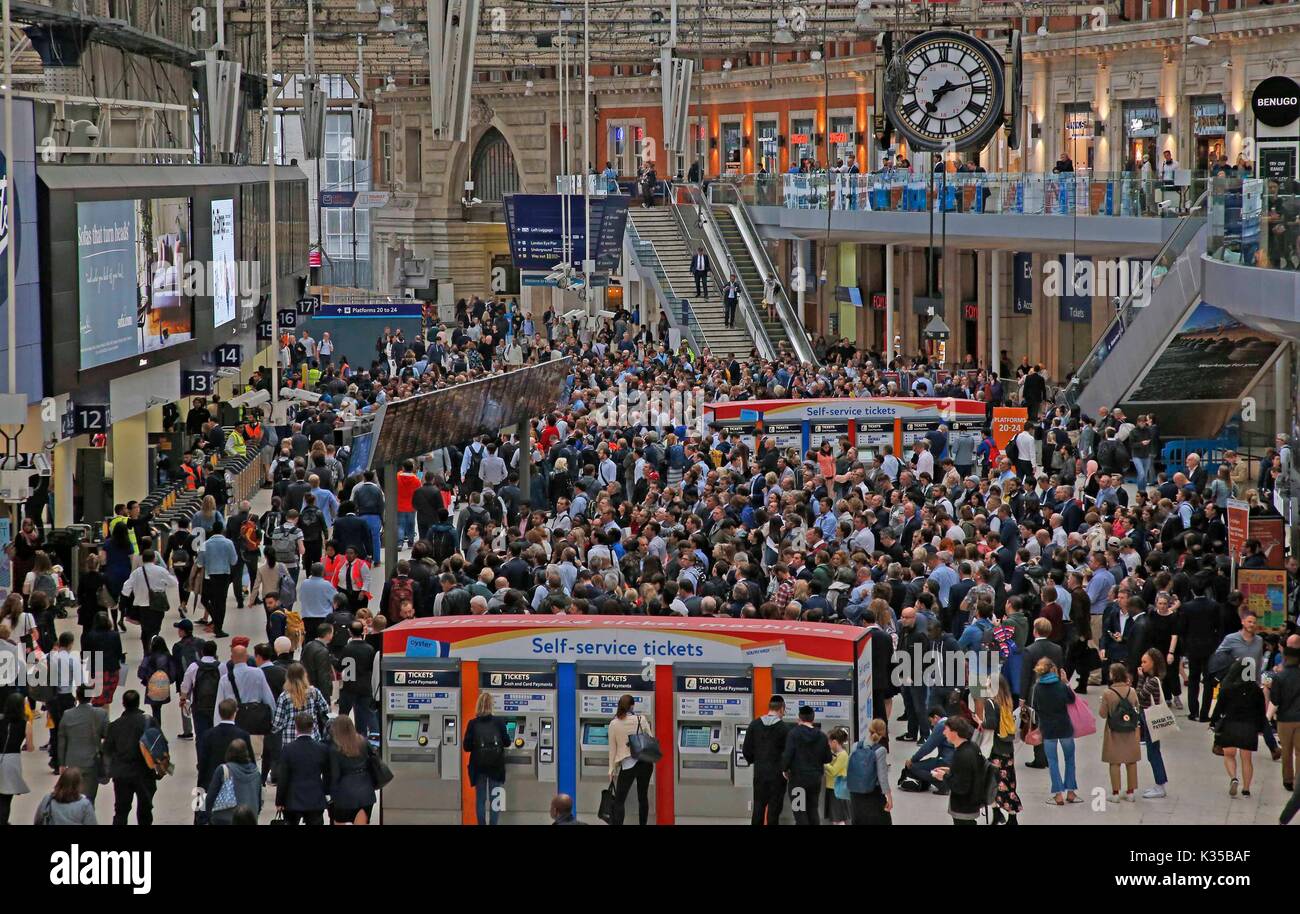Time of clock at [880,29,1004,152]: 7:12
